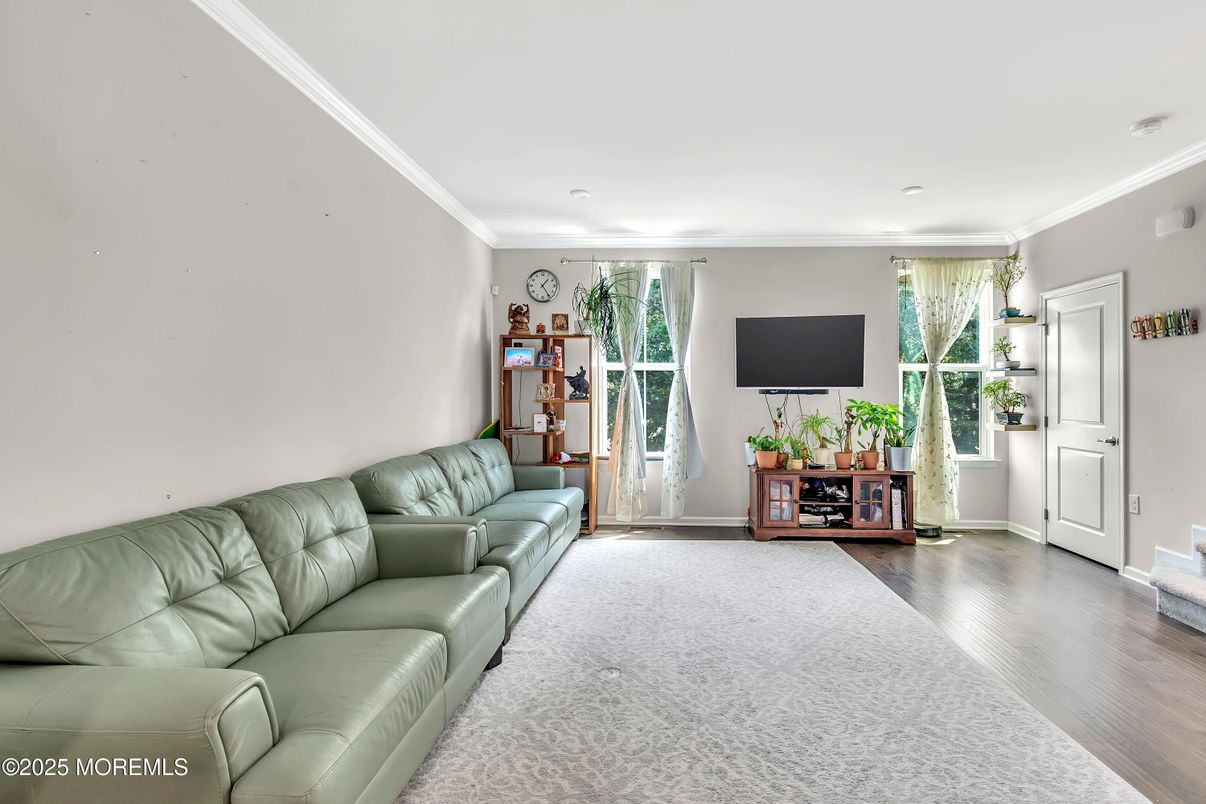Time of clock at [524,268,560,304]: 1:24
